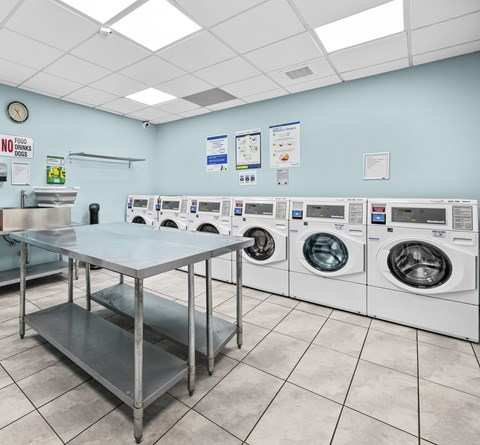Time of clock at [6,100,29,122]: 10:26
